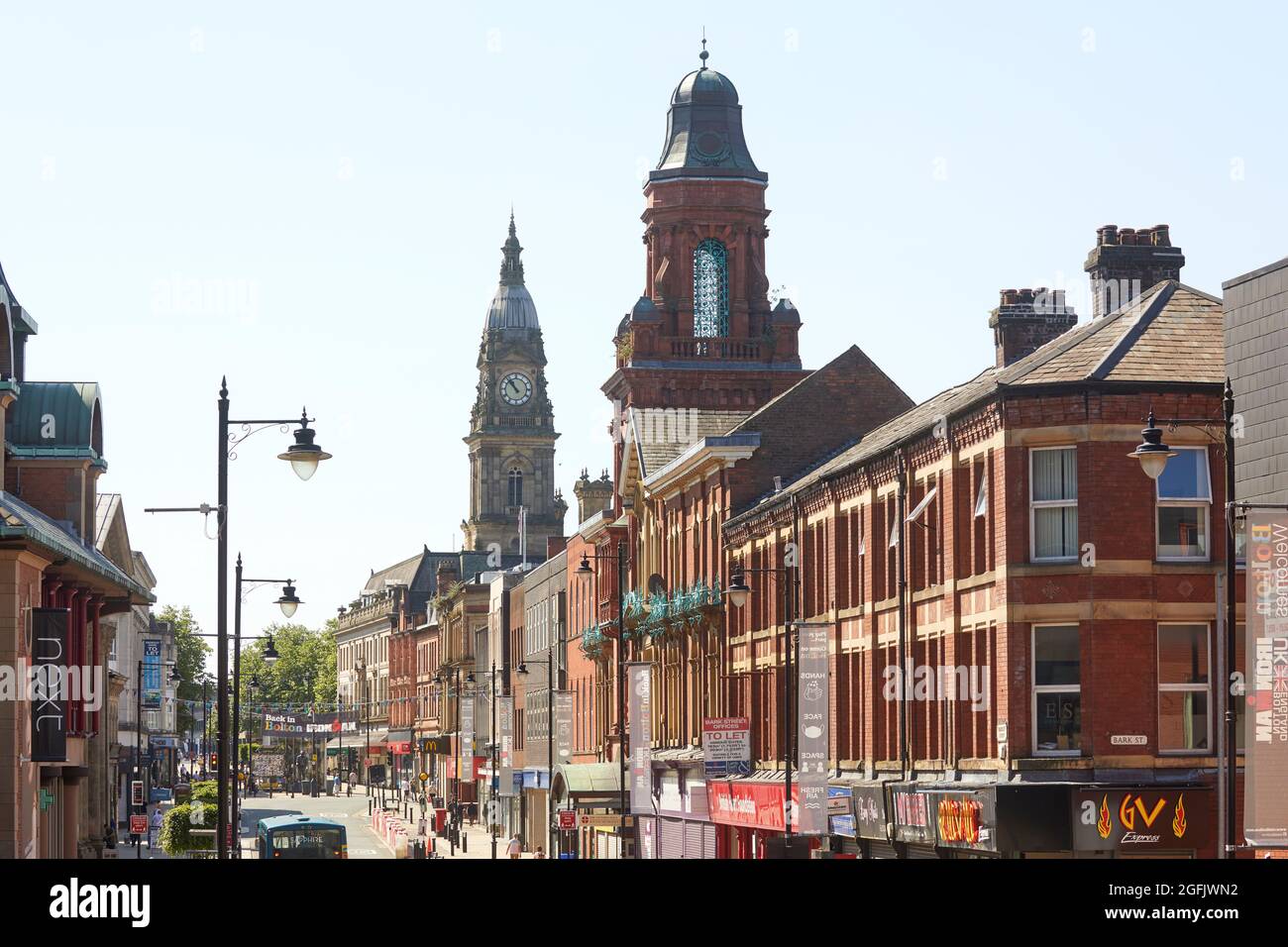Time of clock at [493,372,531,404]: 10:52
